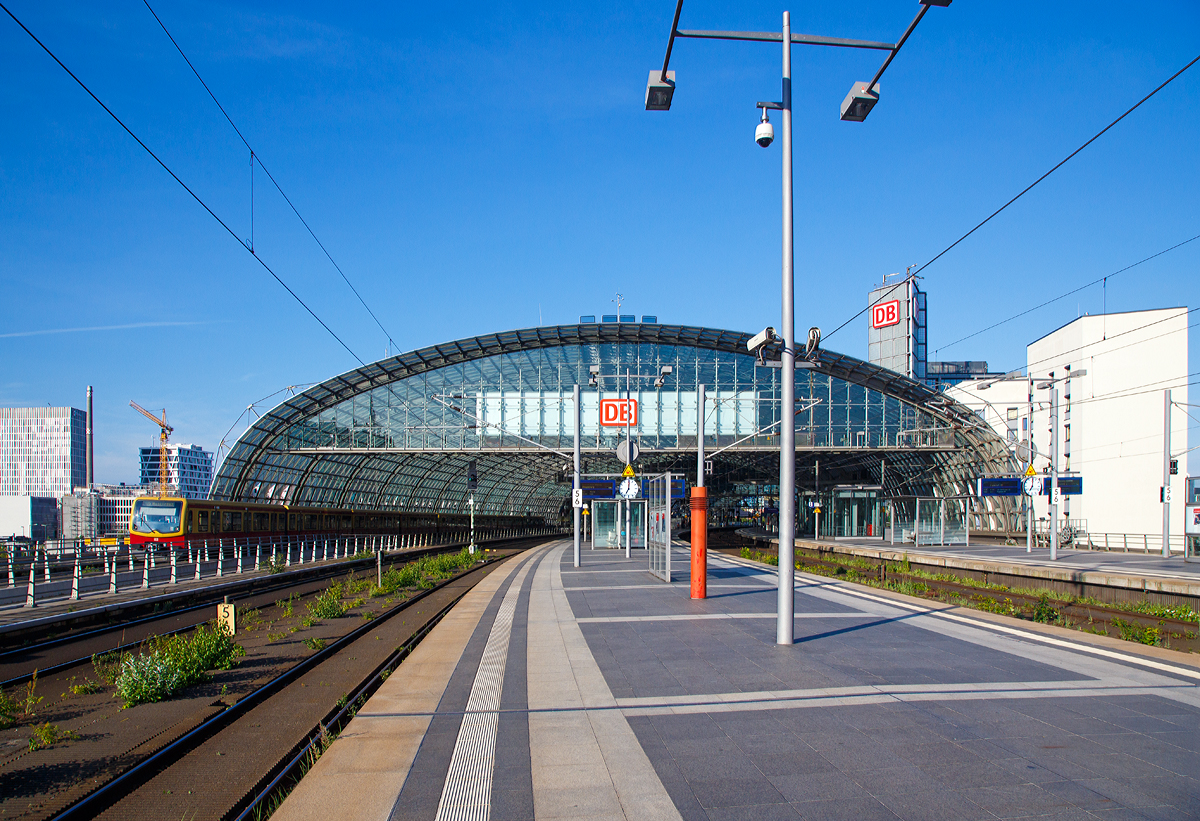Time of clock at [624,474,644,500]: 7:01
